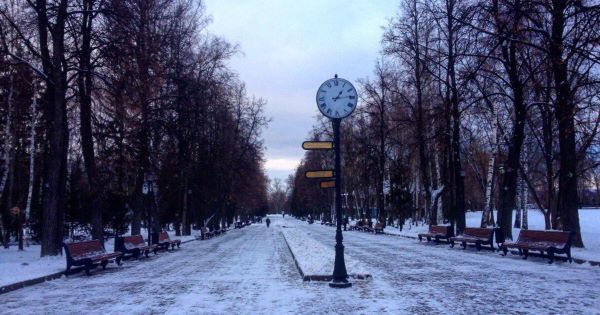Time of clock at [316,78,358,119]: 1:13
